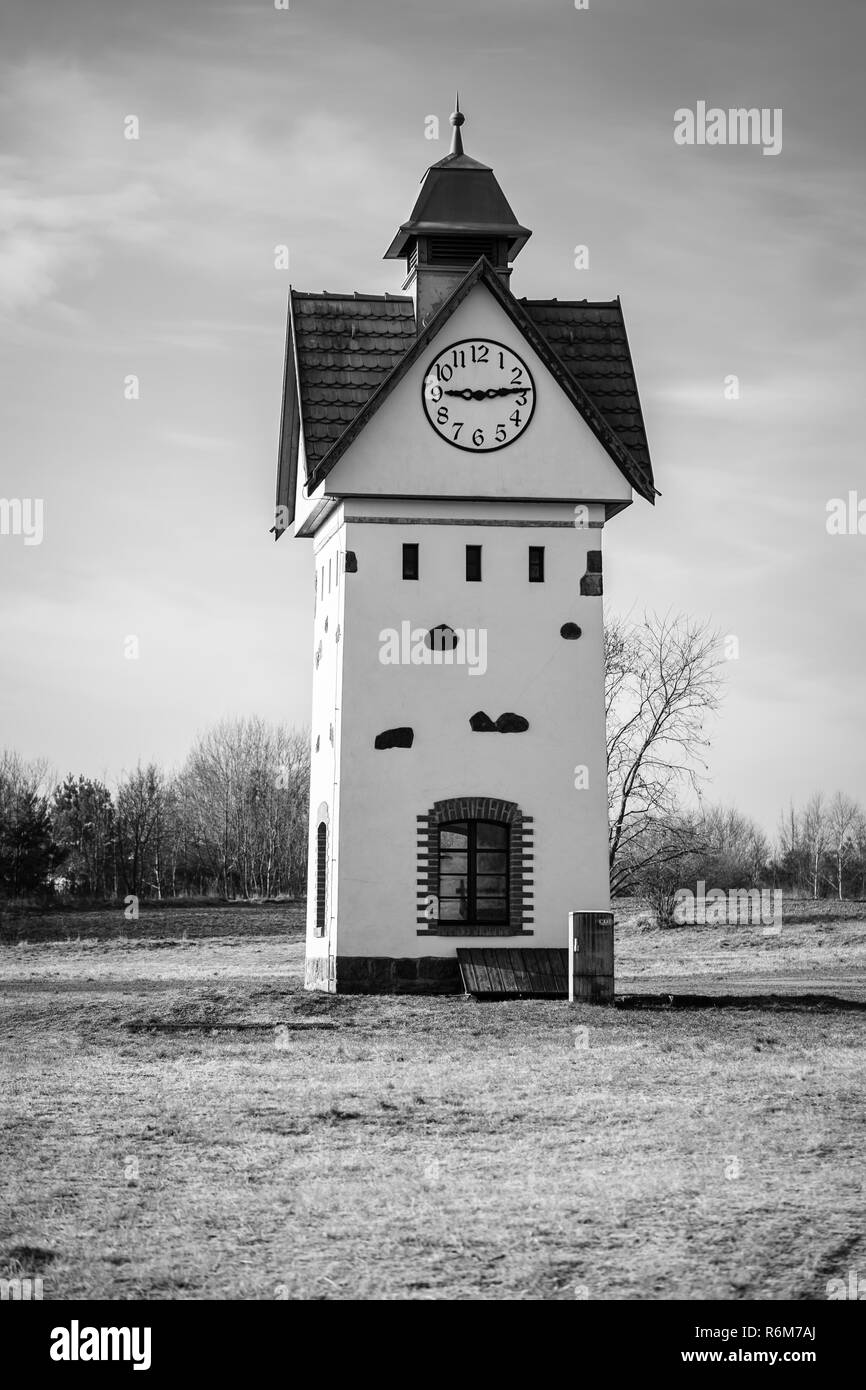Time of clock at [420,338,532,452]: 9:13
